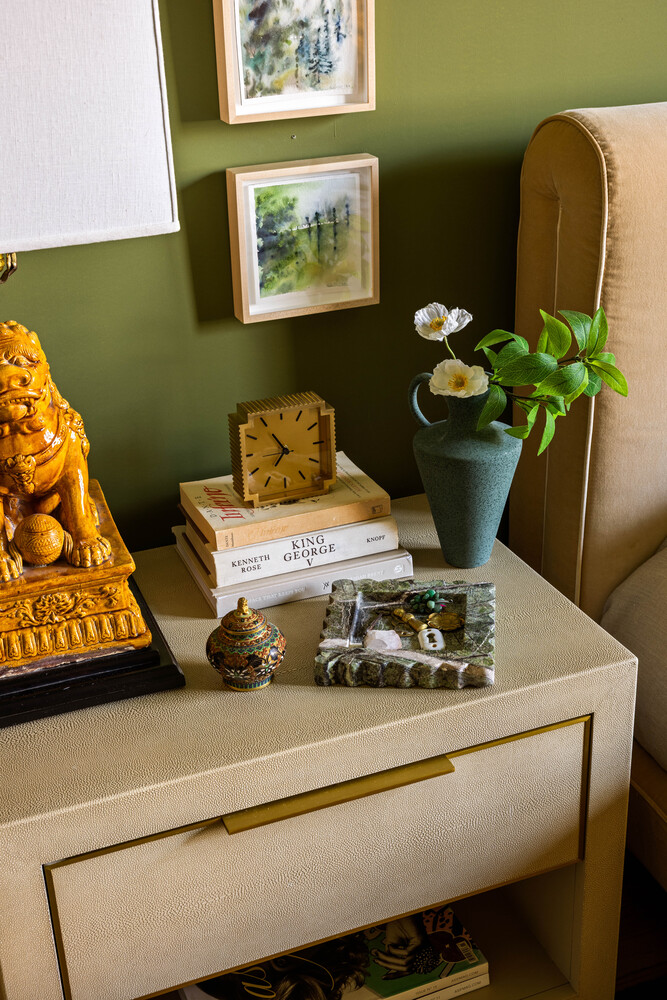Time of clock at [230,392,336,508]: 6:54
